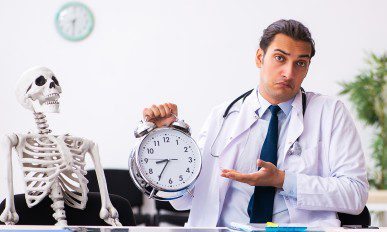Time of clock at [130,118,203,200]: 8:35
